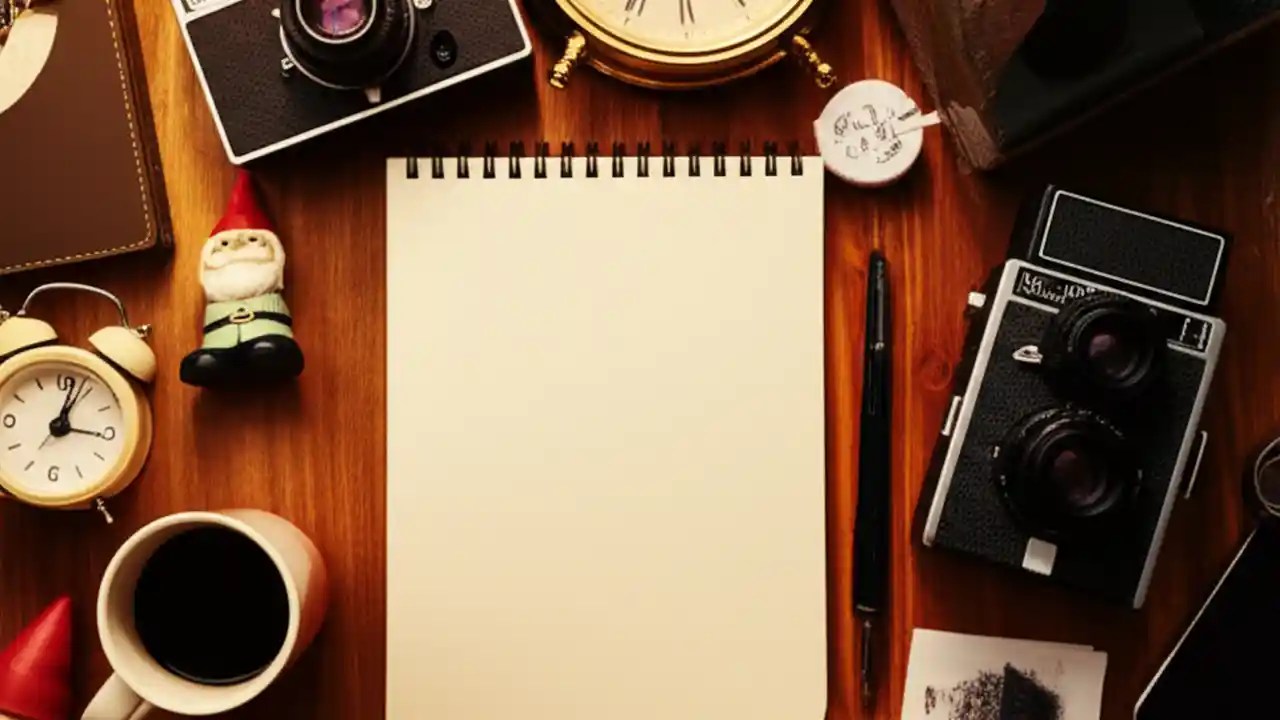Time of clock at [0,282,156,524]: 3:02
